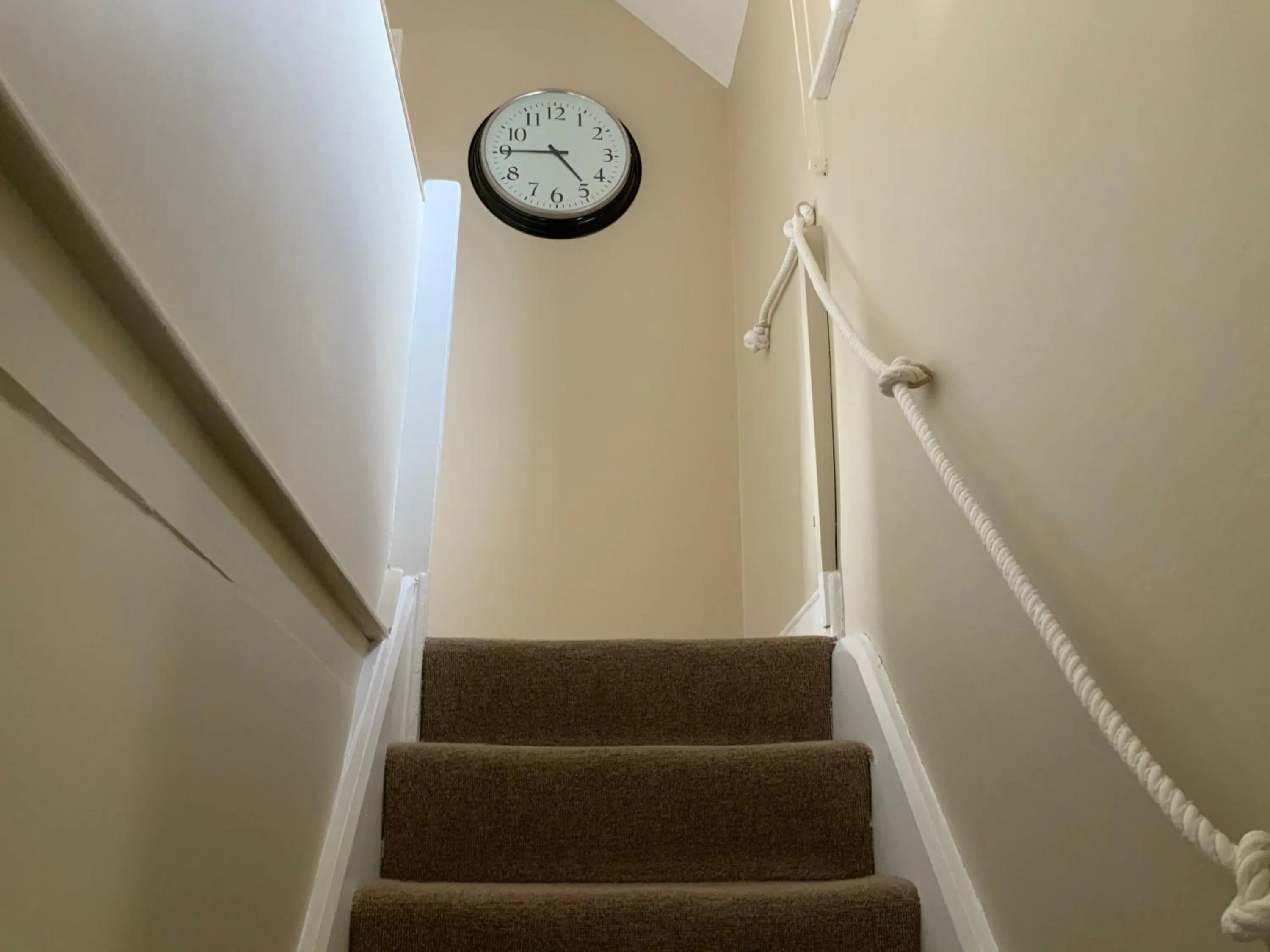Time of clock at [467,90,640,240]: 4:45
